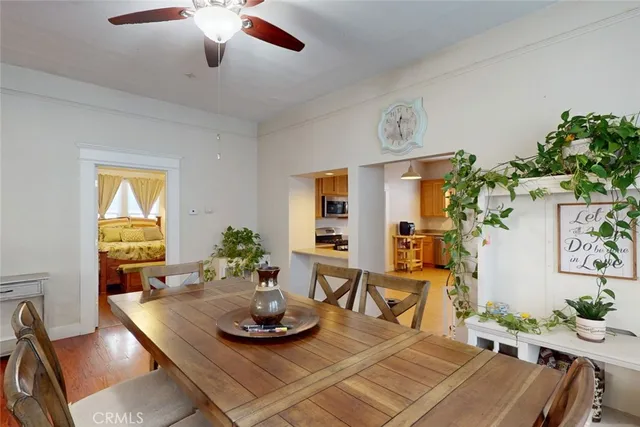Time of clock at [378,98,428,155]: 12:27
